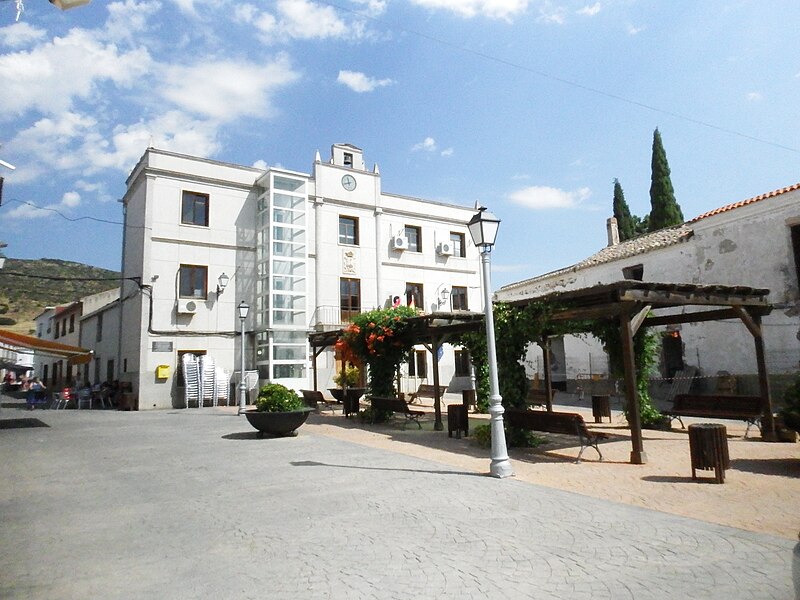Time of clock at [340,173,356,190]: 11:42
